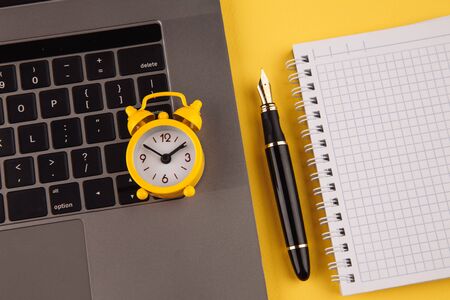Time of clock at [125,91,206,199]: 1:50
